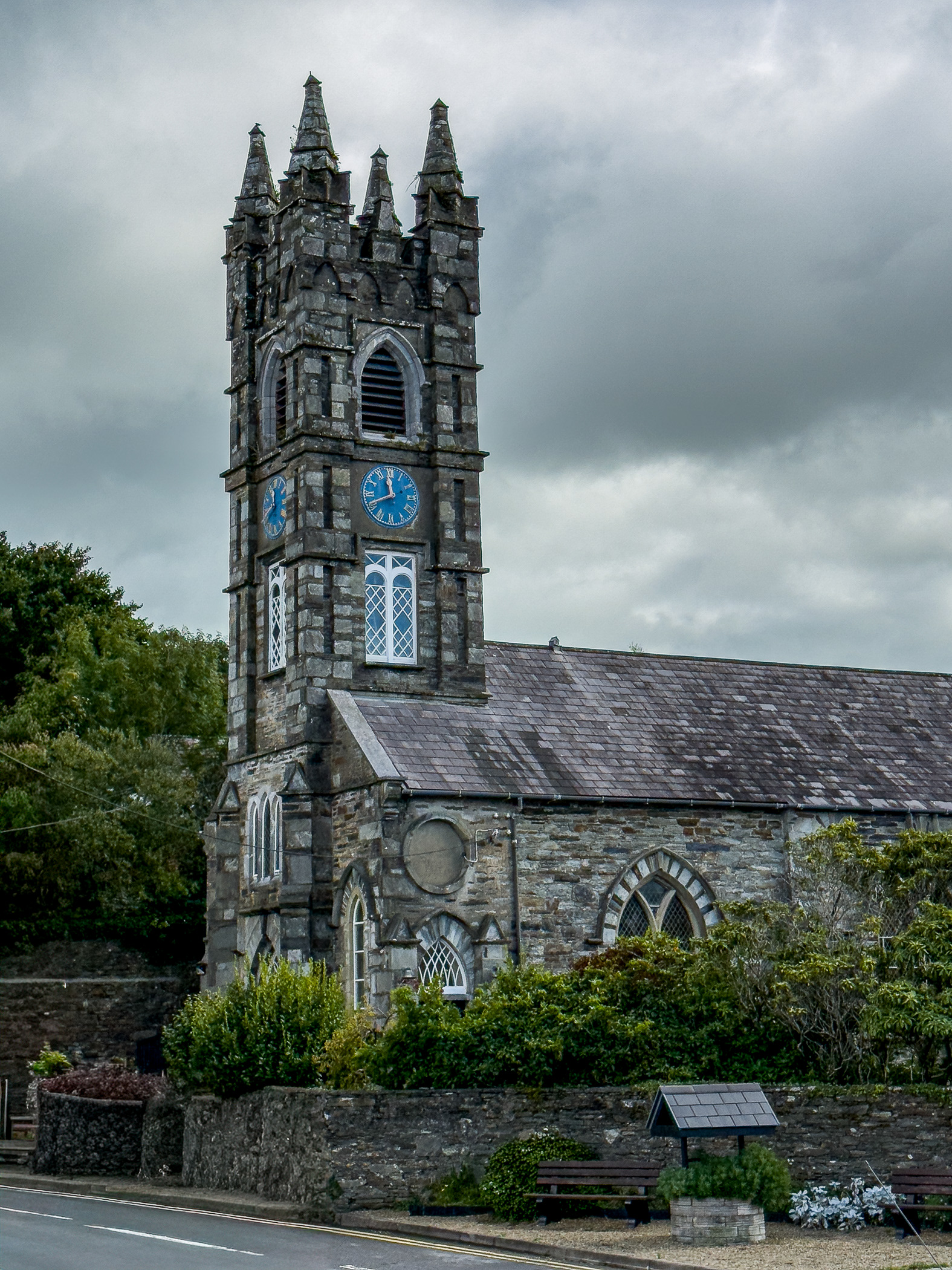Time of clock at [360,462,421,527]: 11:41
